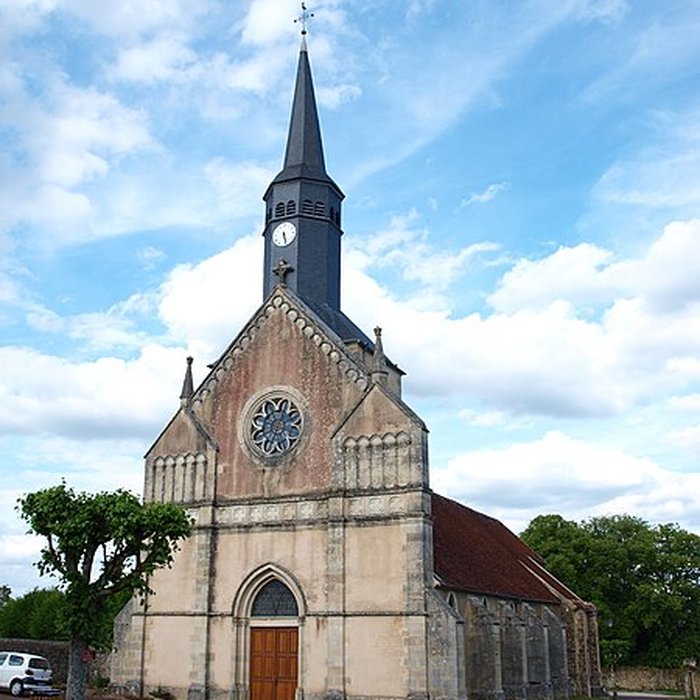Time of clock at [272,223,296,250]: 5:26
